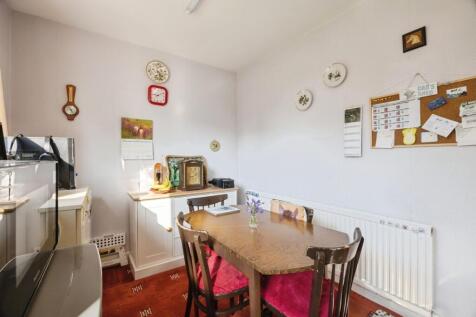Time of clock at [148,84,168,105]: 9:10
